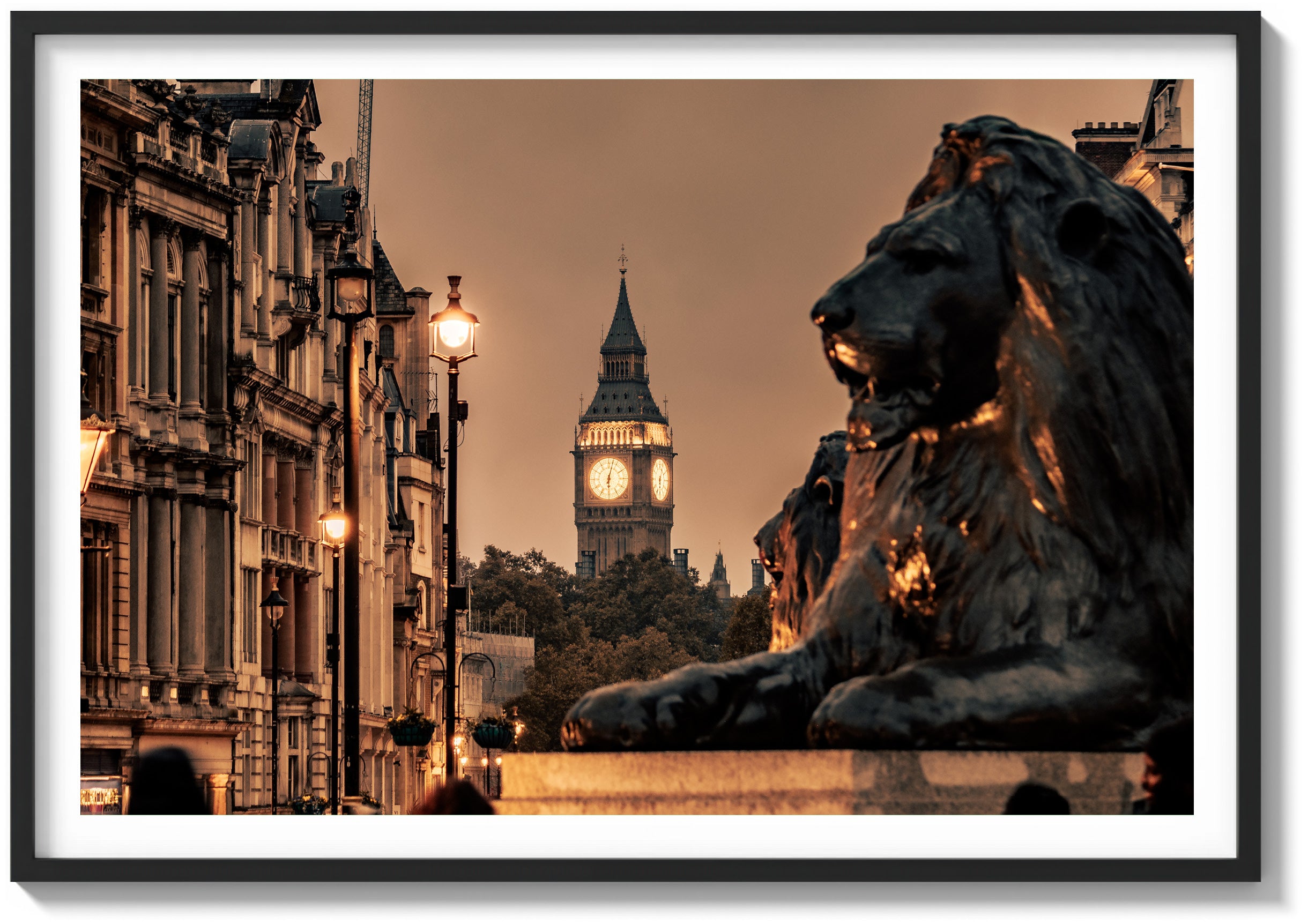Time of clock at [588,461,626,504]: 6:02
